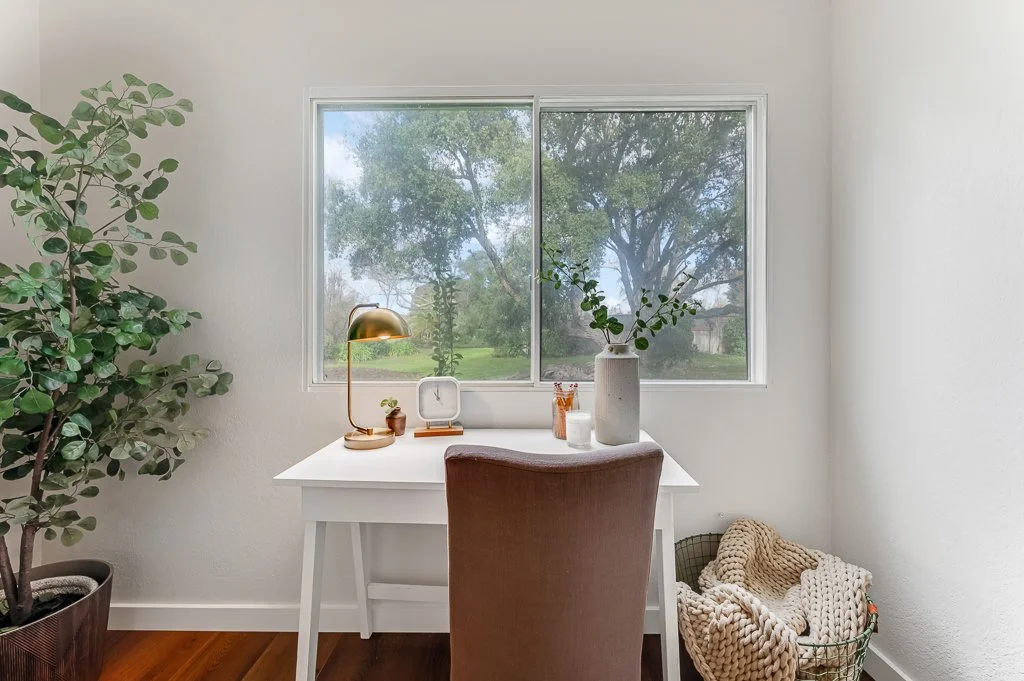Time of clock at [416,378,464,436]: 11:00
